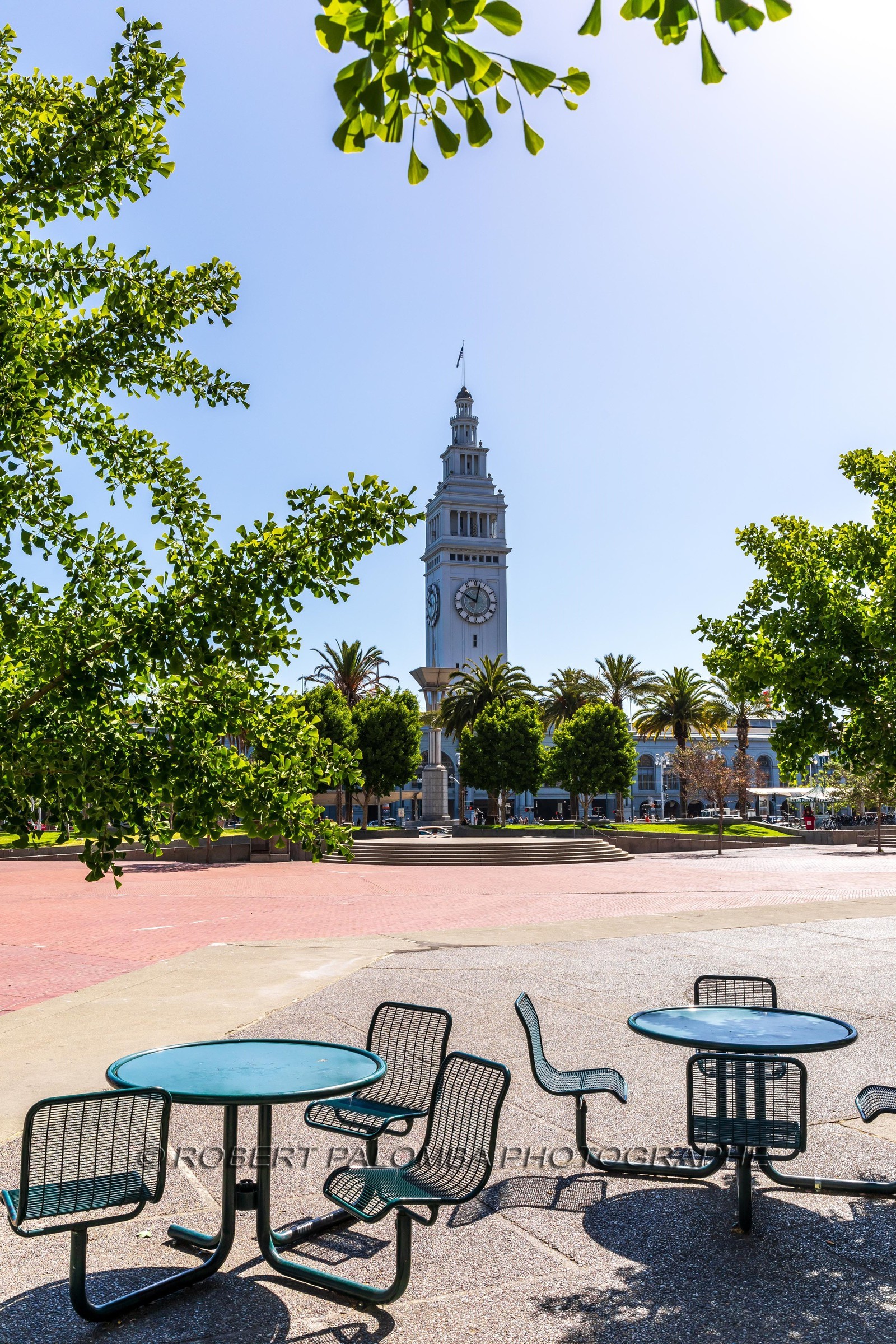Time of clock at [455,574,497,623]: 10:02
